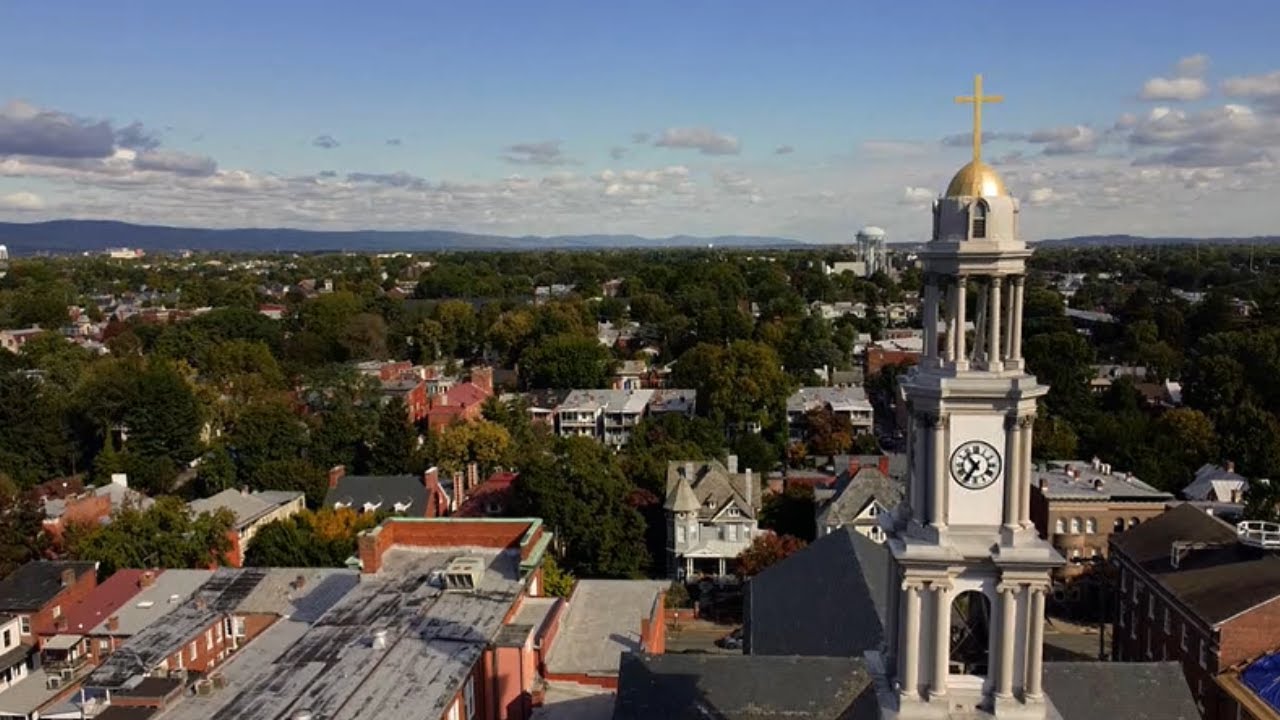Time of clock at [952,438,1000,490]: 10:35
